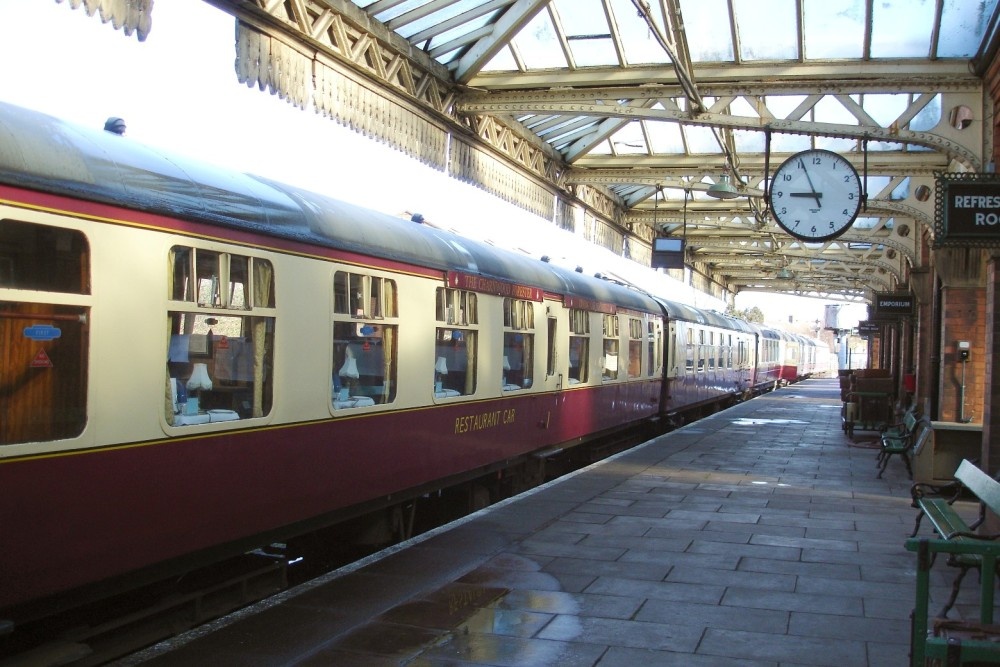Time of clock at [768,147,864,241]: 8:55
